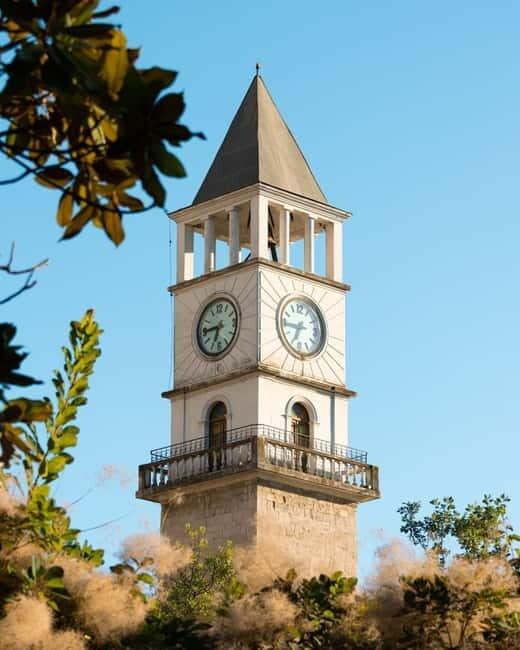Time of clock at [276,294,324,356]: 6:44
